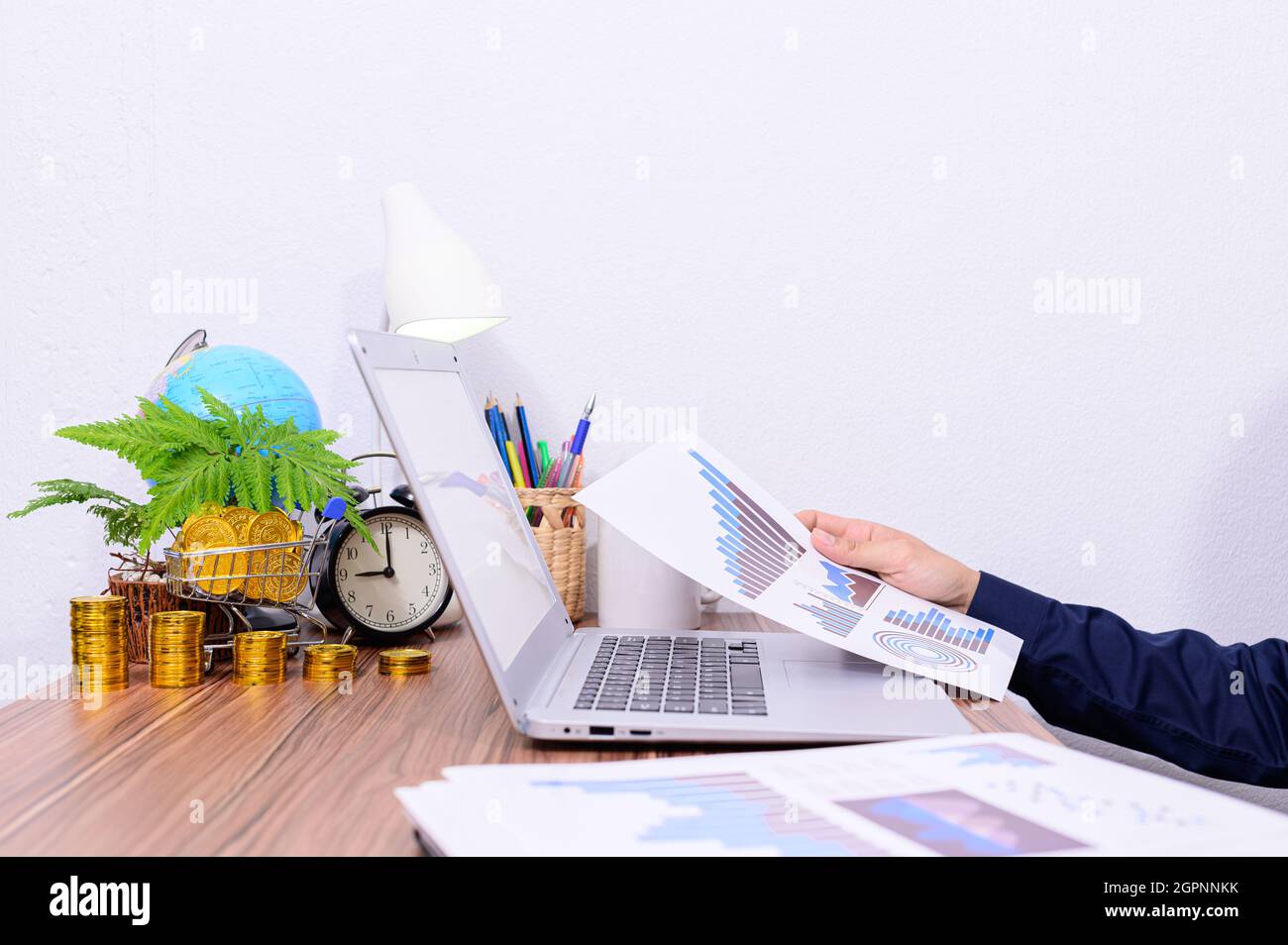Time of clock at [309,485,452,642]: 9:00
